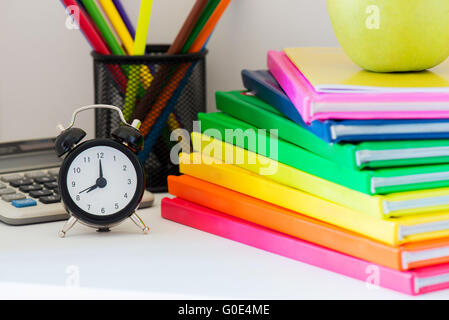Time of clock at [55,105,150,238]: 8:00
